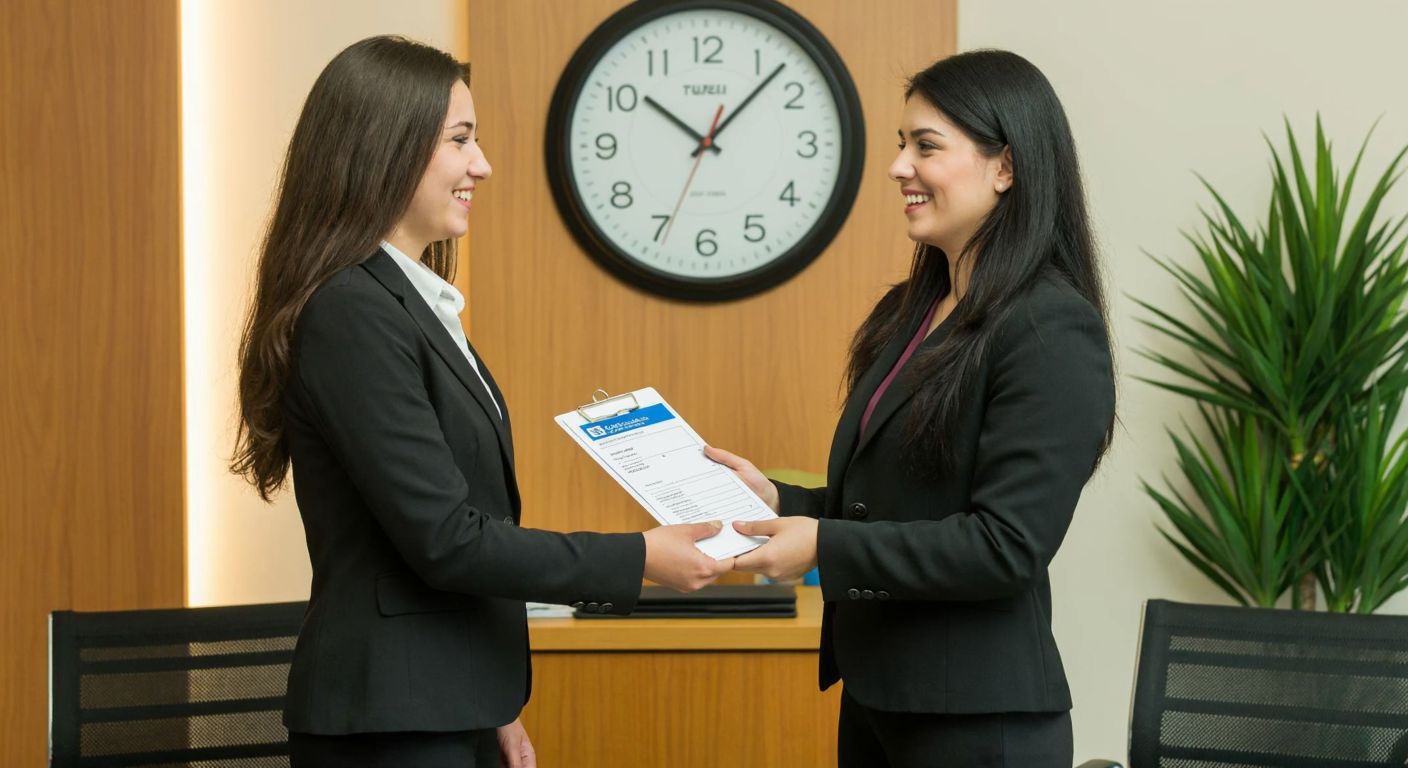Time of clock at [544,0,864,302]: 10:07
